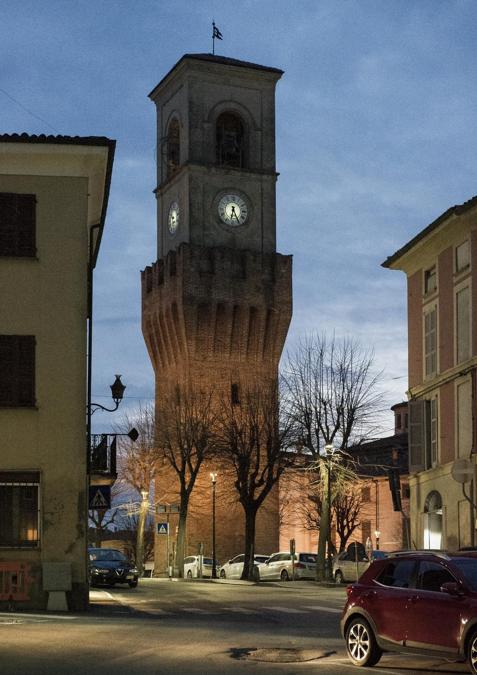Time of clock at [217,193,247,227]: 6:25
